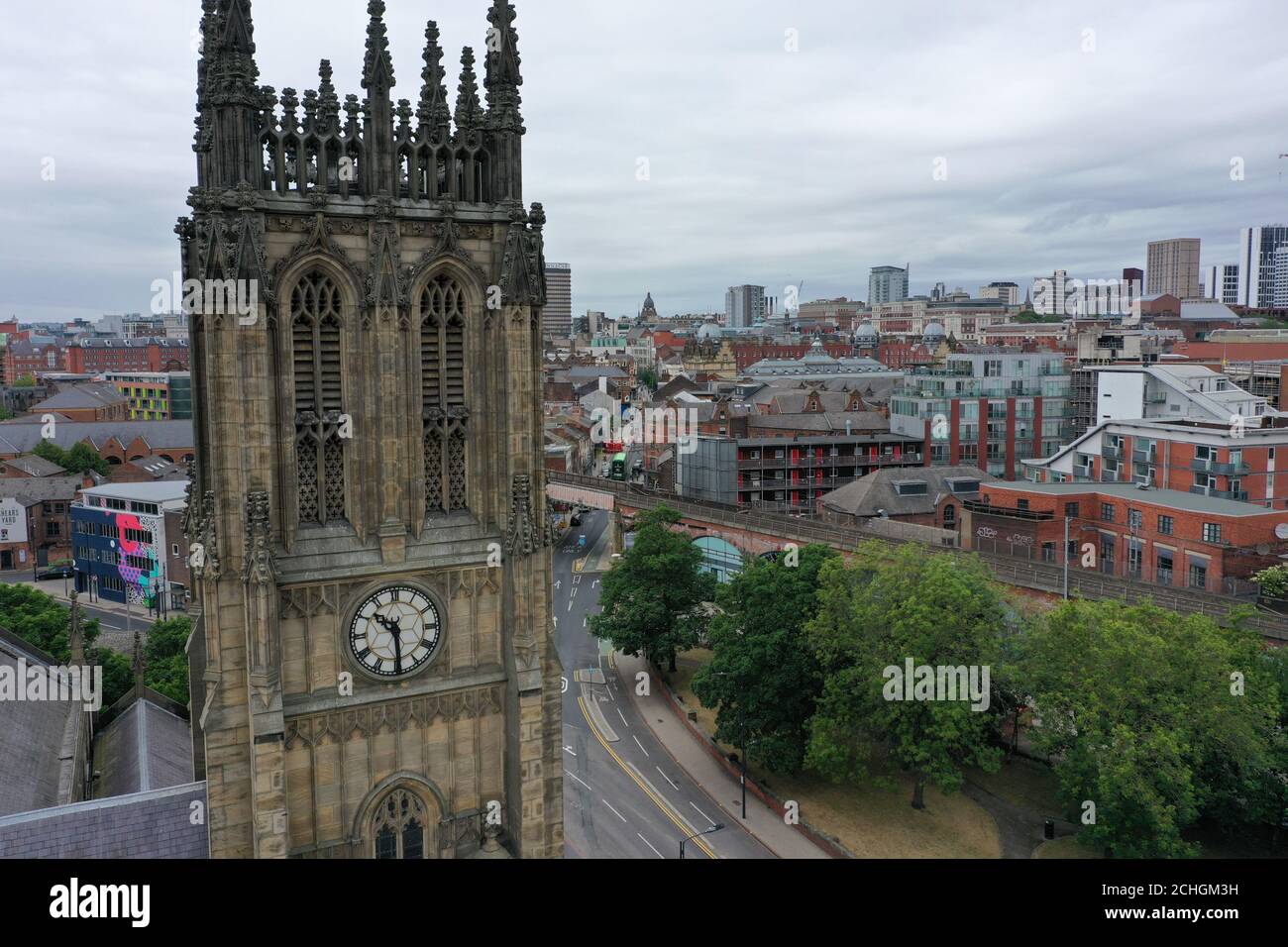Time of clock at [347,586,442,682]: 10:29
